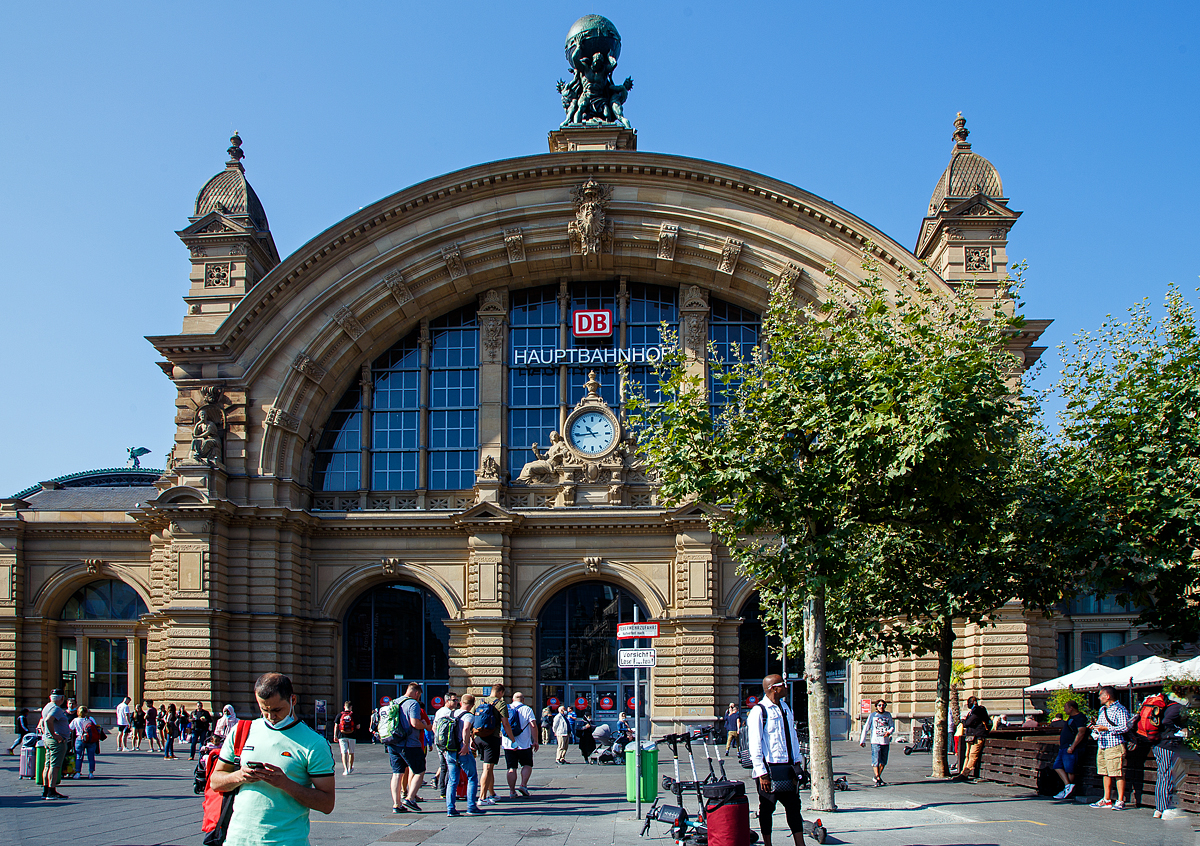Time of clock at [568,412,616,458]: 10:44
